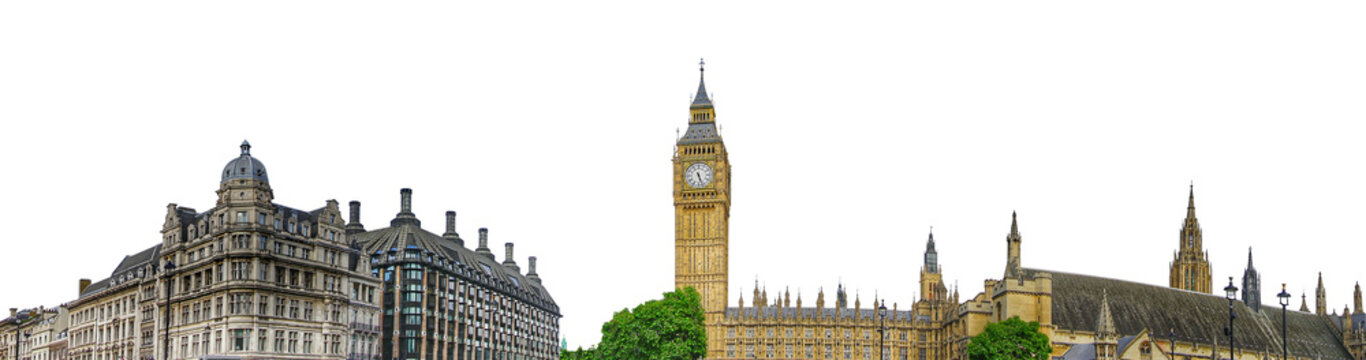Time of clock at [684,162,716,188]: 5:26
